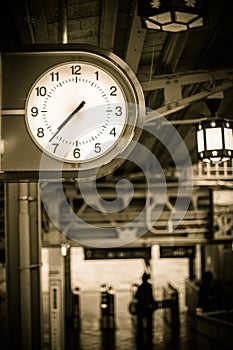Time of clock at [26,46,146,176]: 7:37
